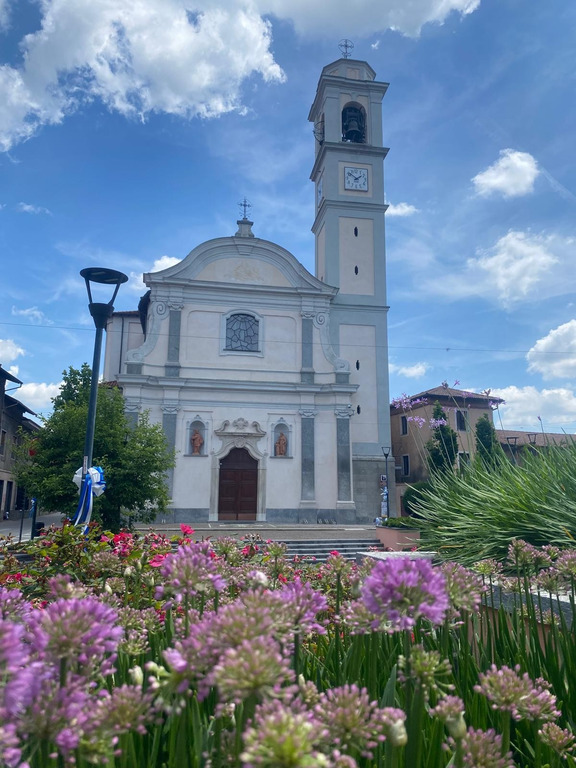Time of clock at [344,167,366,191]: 1:51
